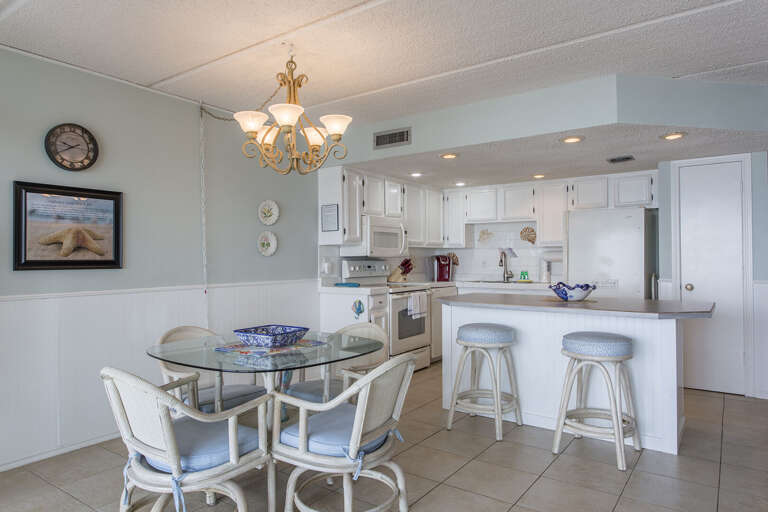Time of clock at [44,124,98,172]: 9:40
